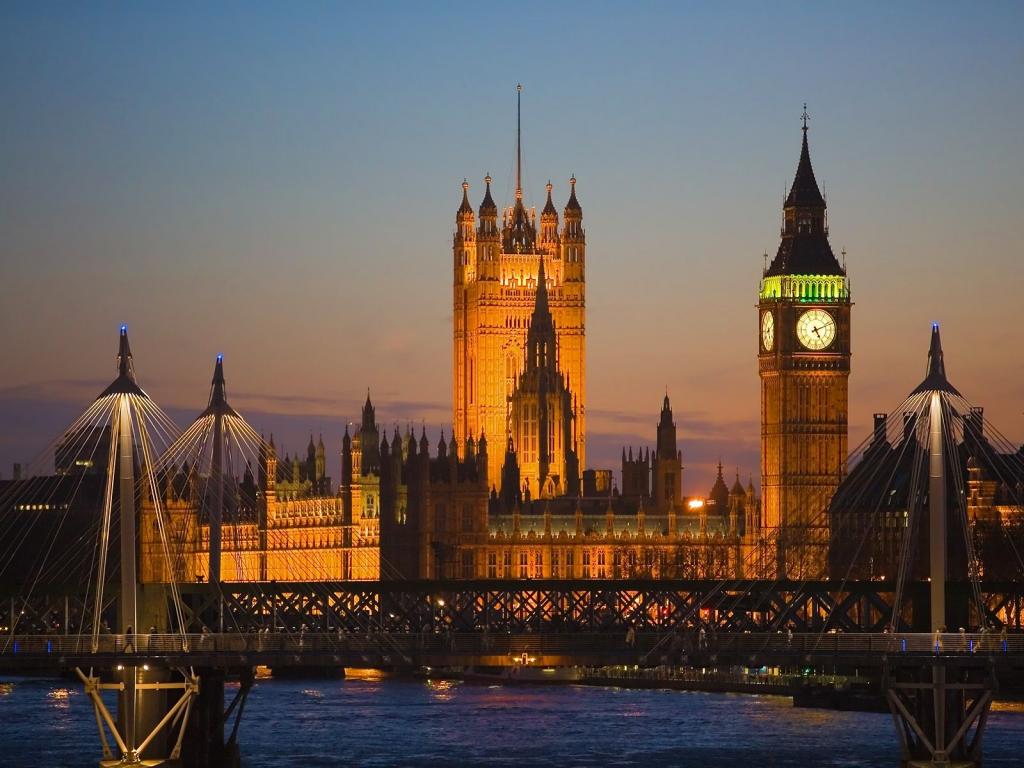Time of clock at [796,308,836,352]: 5:11
